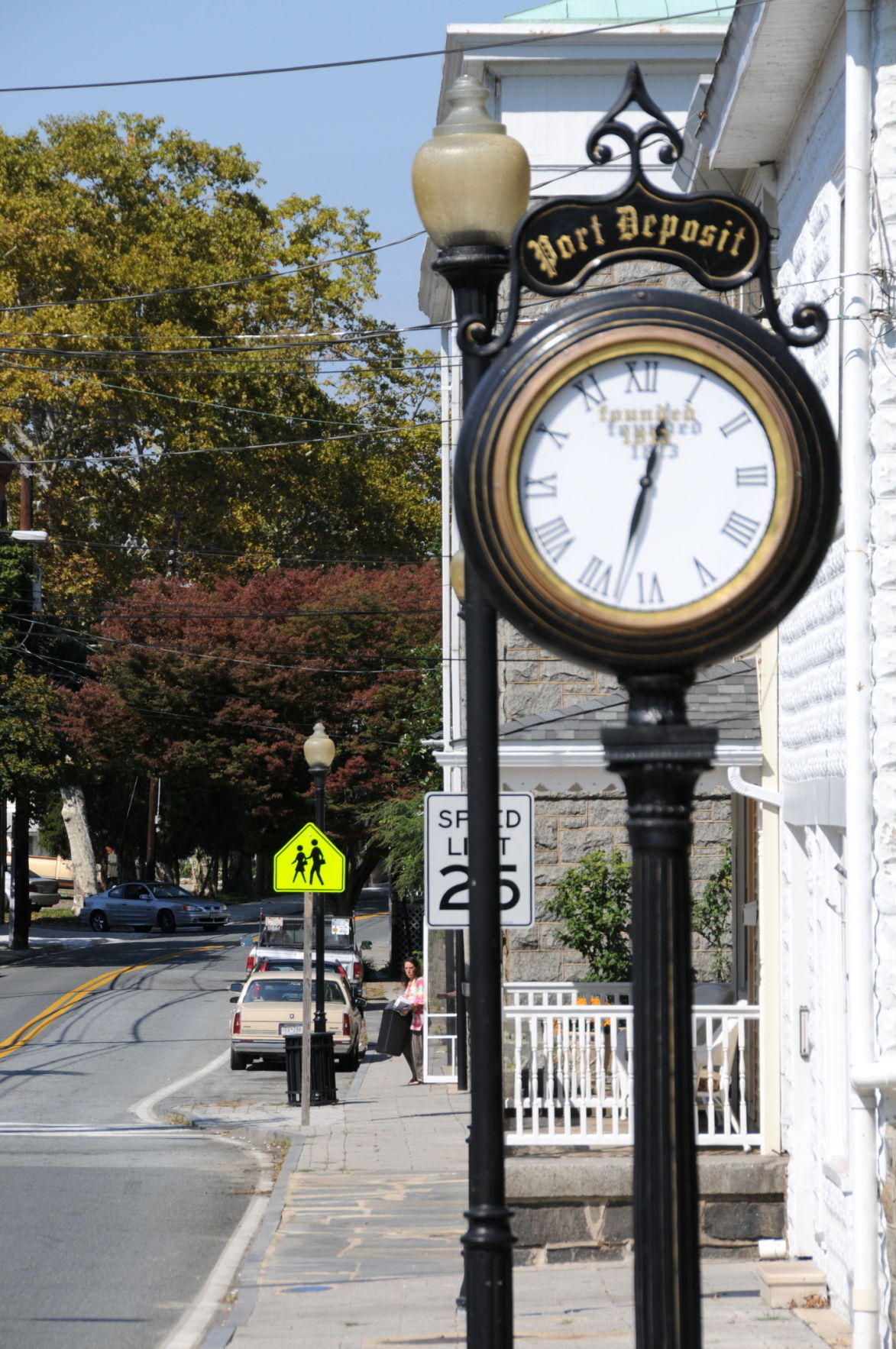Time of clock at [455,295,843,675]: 12:32
